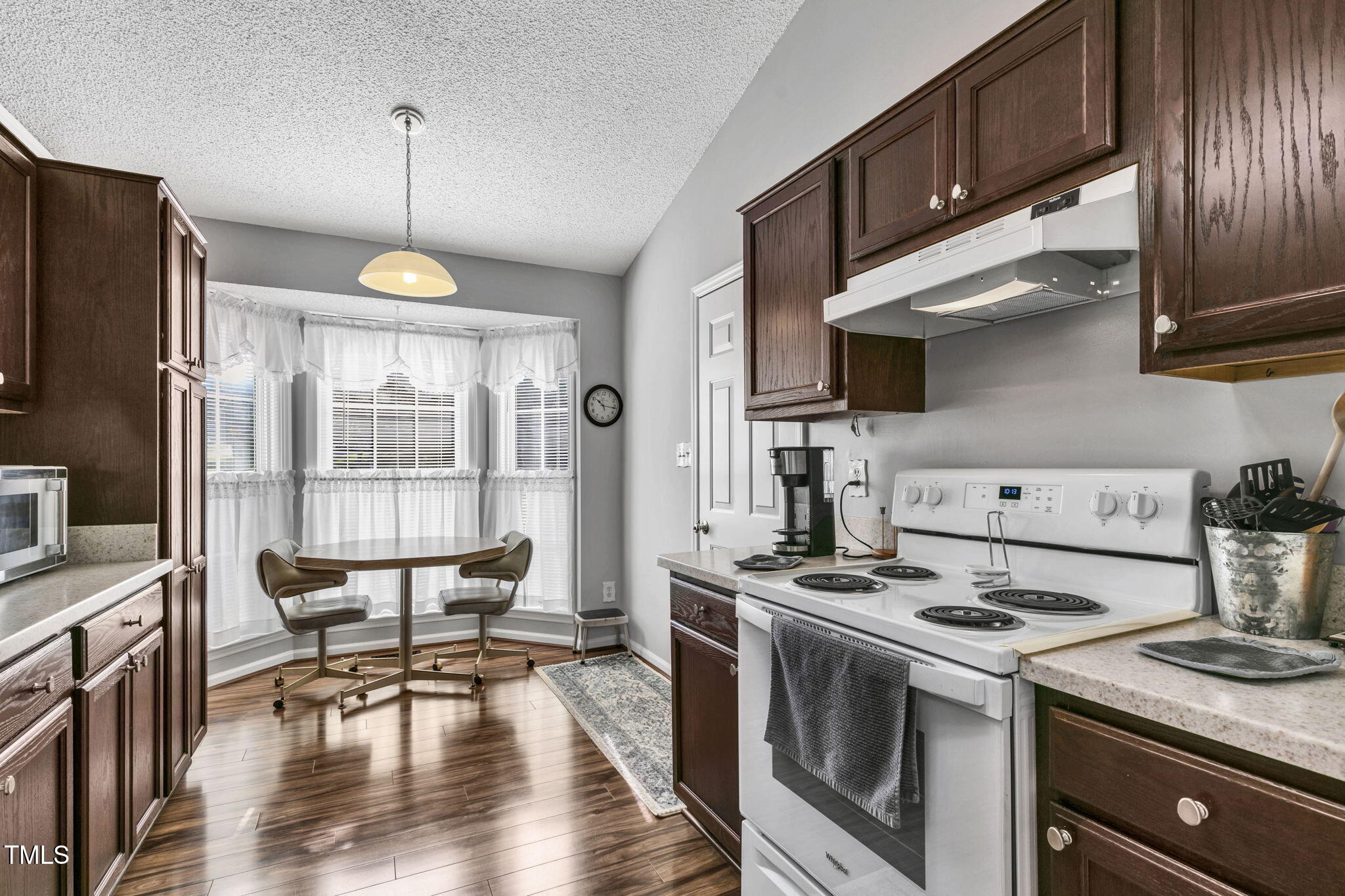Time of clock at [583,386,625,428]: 10:16
